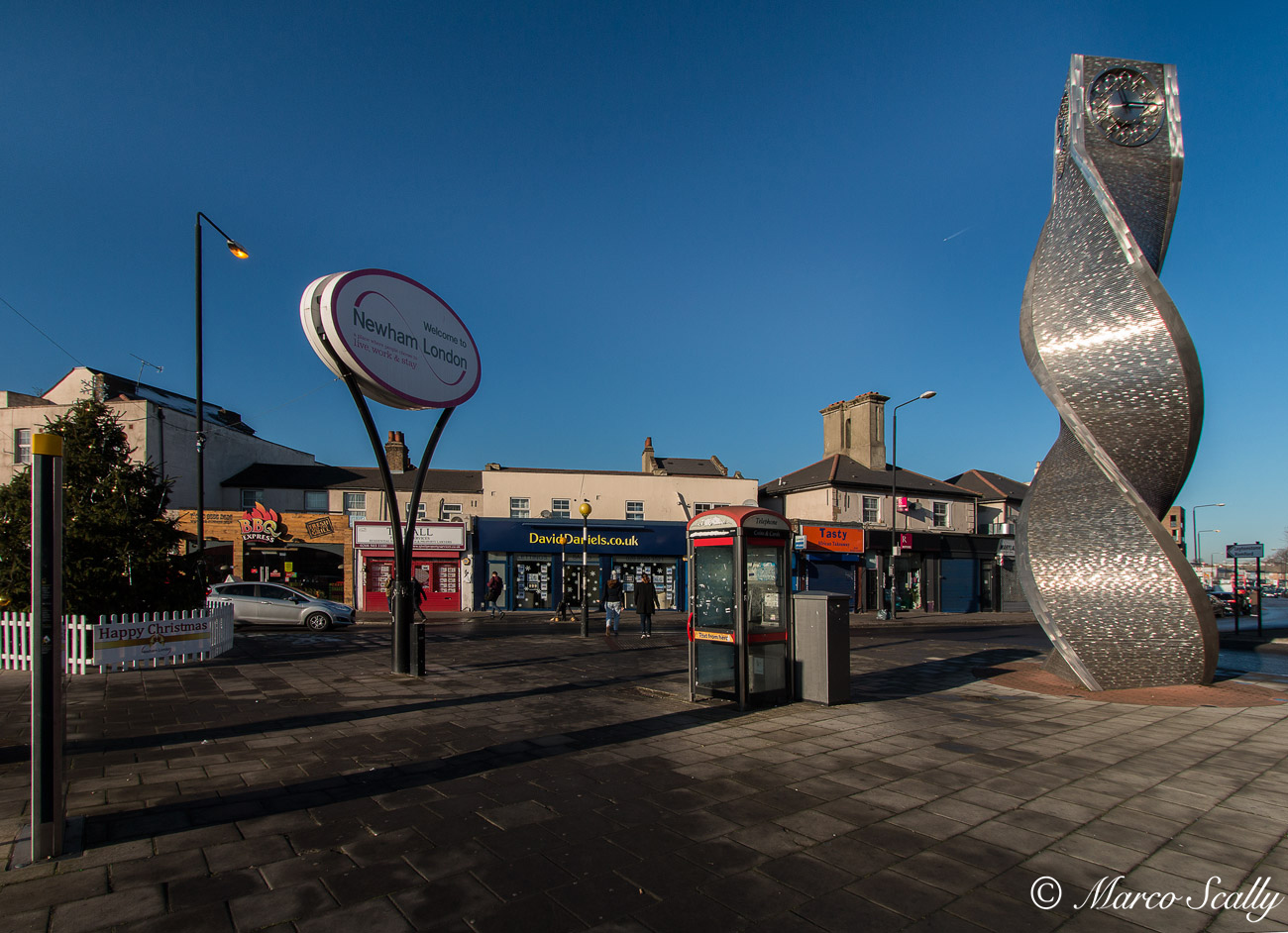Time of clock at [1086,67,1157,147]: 2:56
